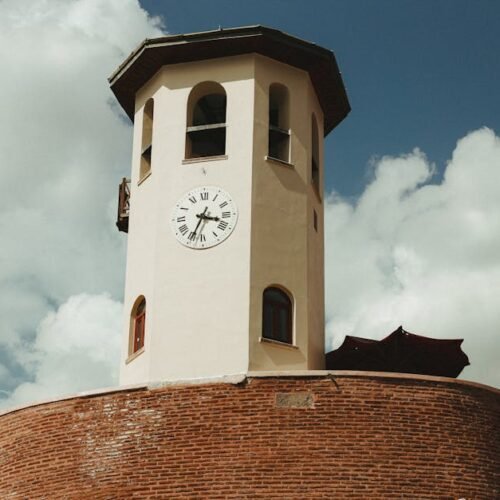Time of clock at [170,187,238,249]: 3:34
